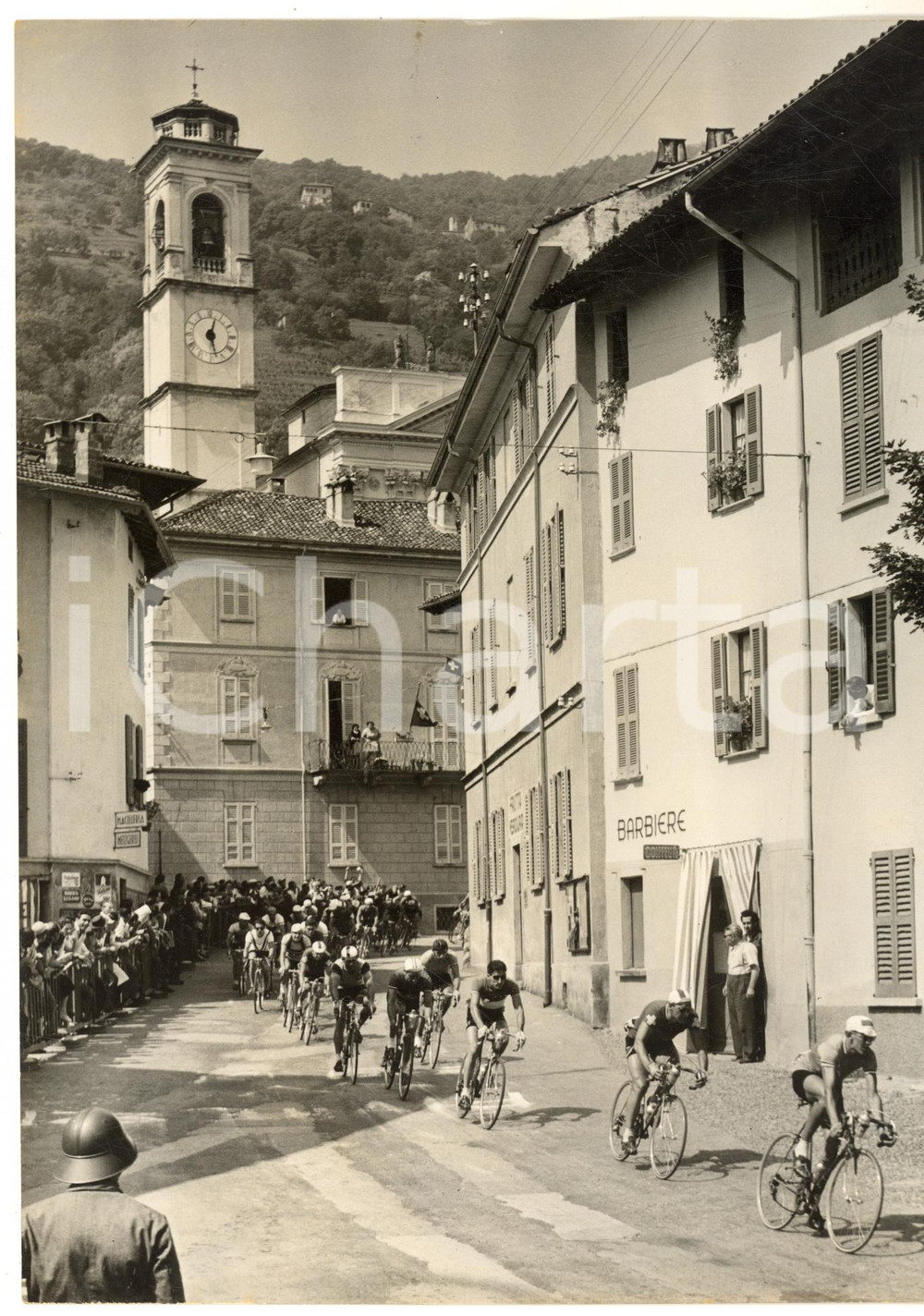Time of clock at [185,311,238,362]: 12:27
